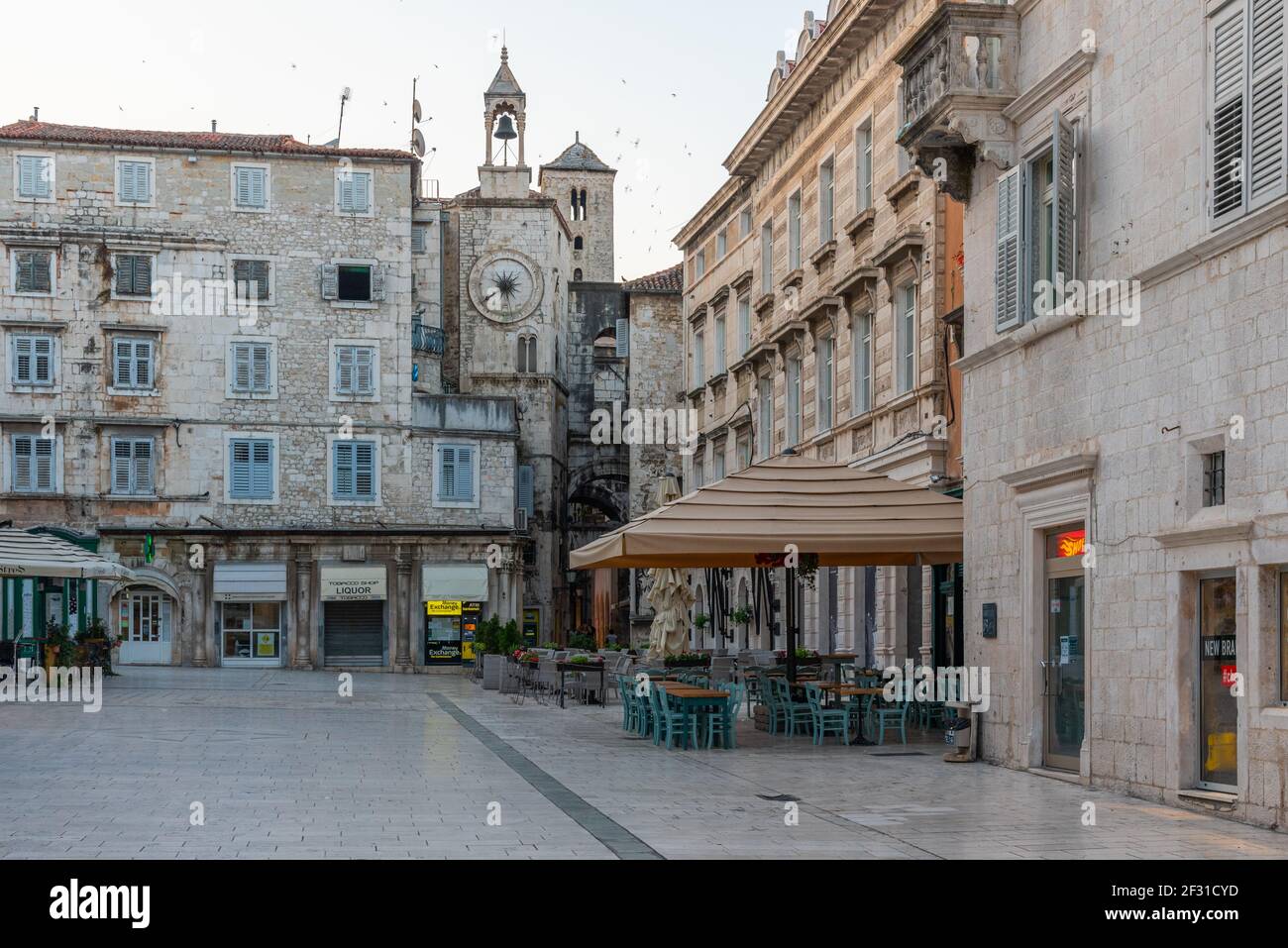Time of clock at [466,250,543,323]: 1:39
